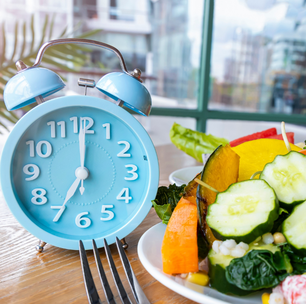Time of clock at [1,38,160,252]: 7:00
